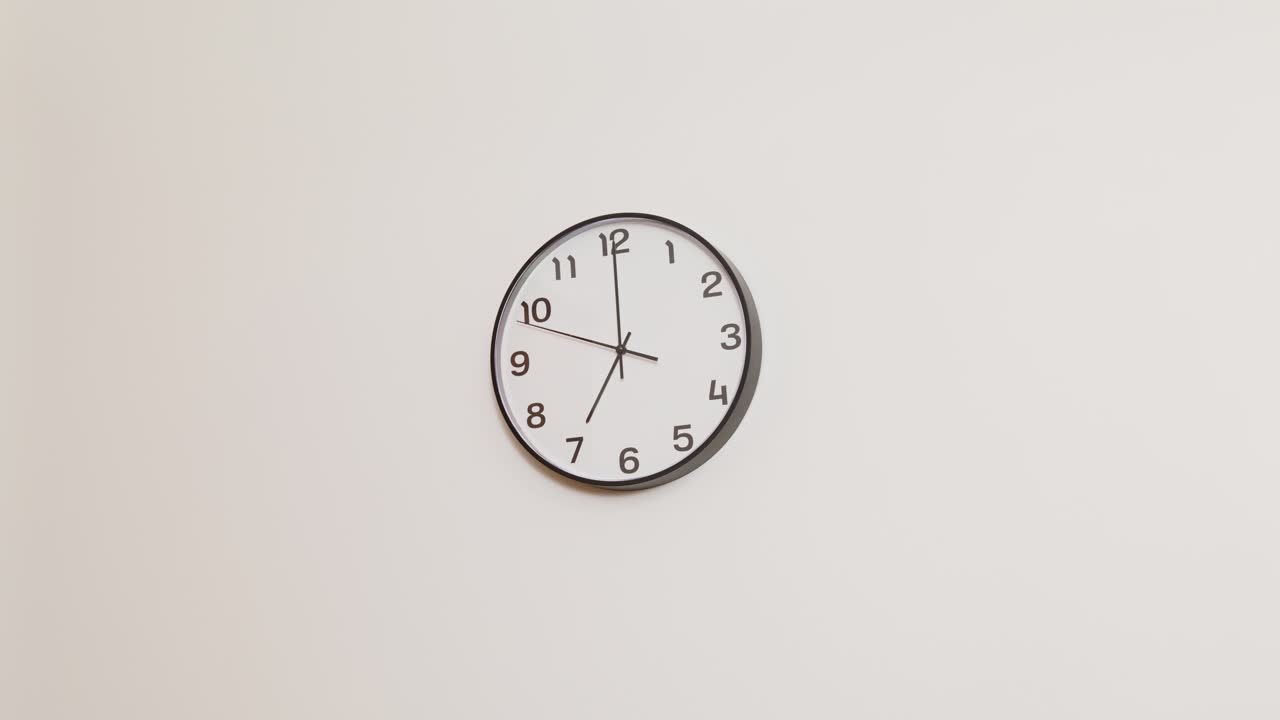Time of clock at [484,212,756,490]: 6:59
